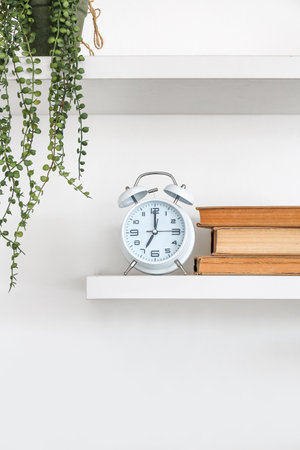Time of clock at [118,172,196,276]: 7:00
